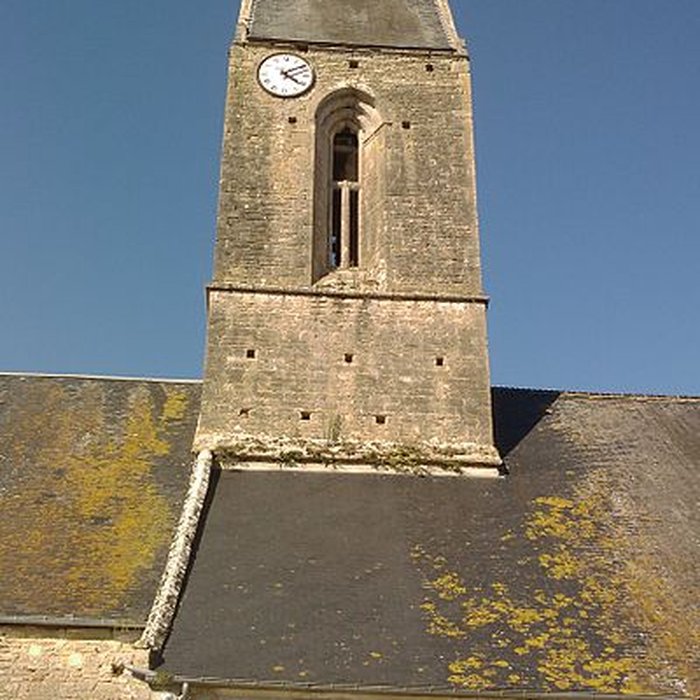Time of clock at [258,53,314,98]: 4:09
